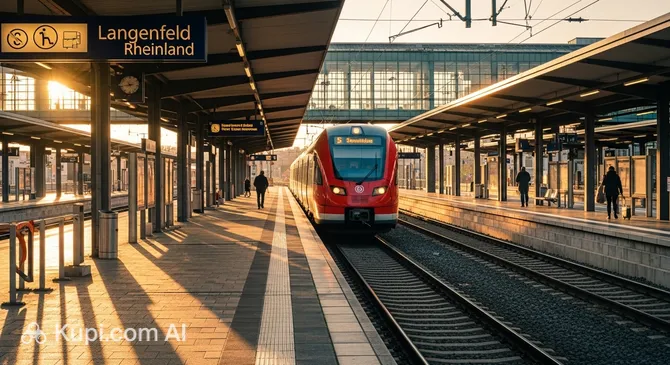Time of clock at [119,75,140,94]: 10:43
